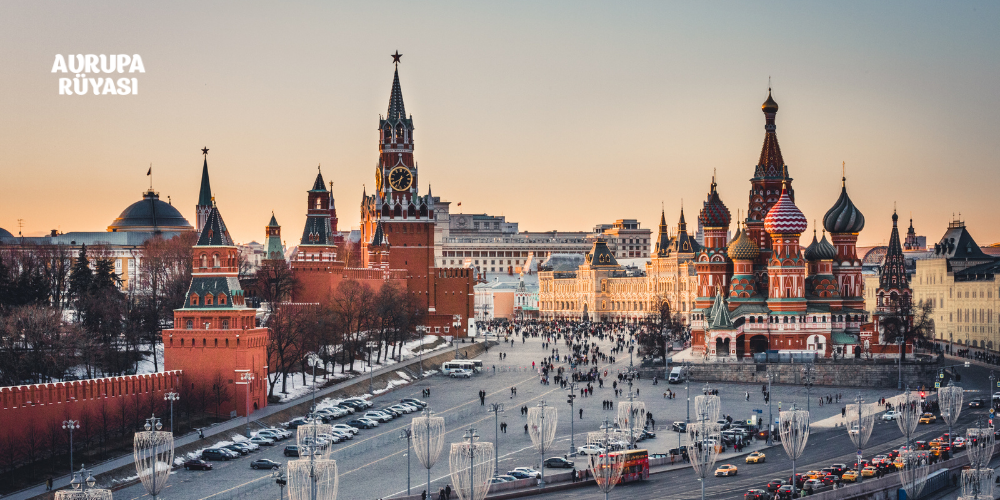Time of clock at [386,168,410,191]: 7:32
